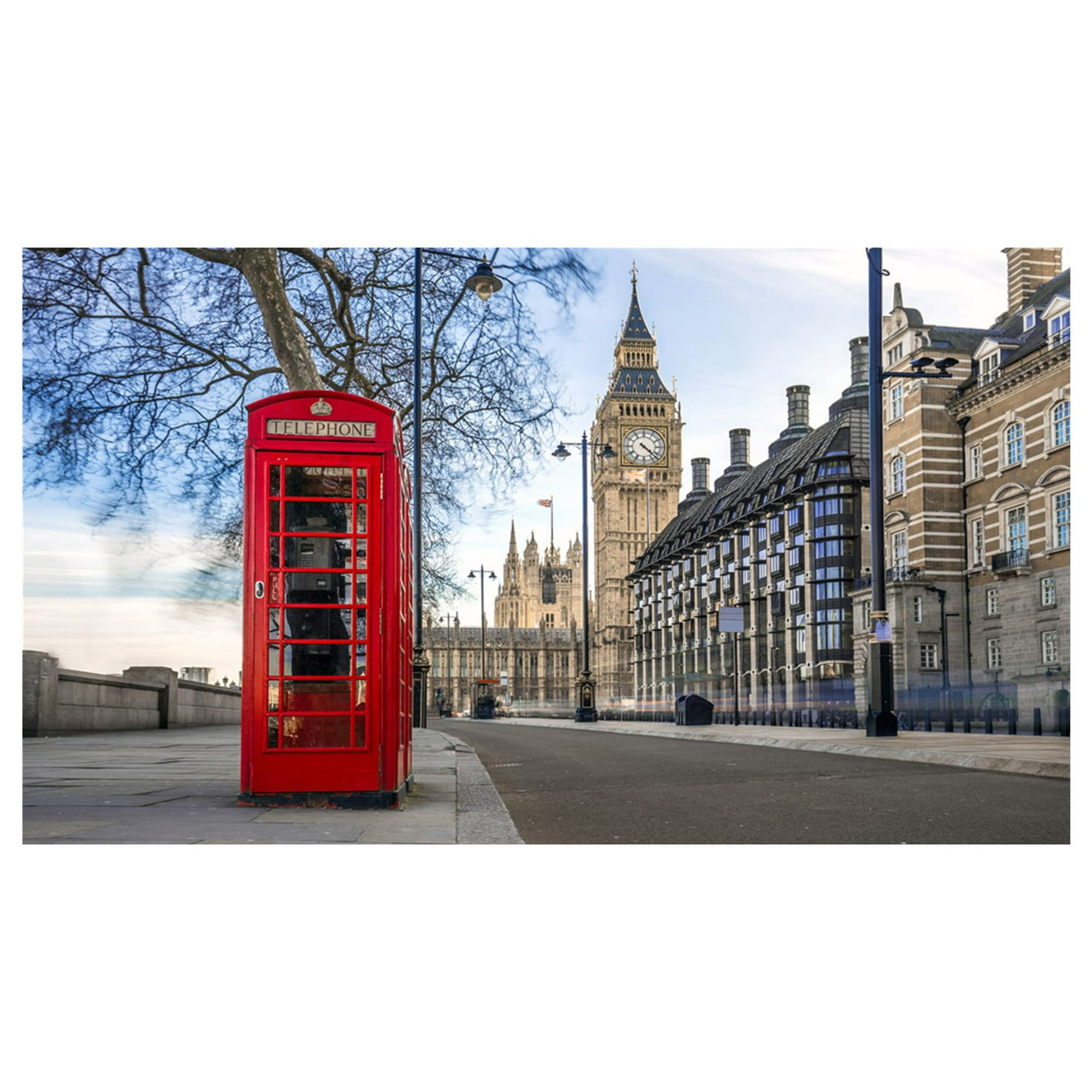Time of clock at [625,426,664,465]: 4:22
